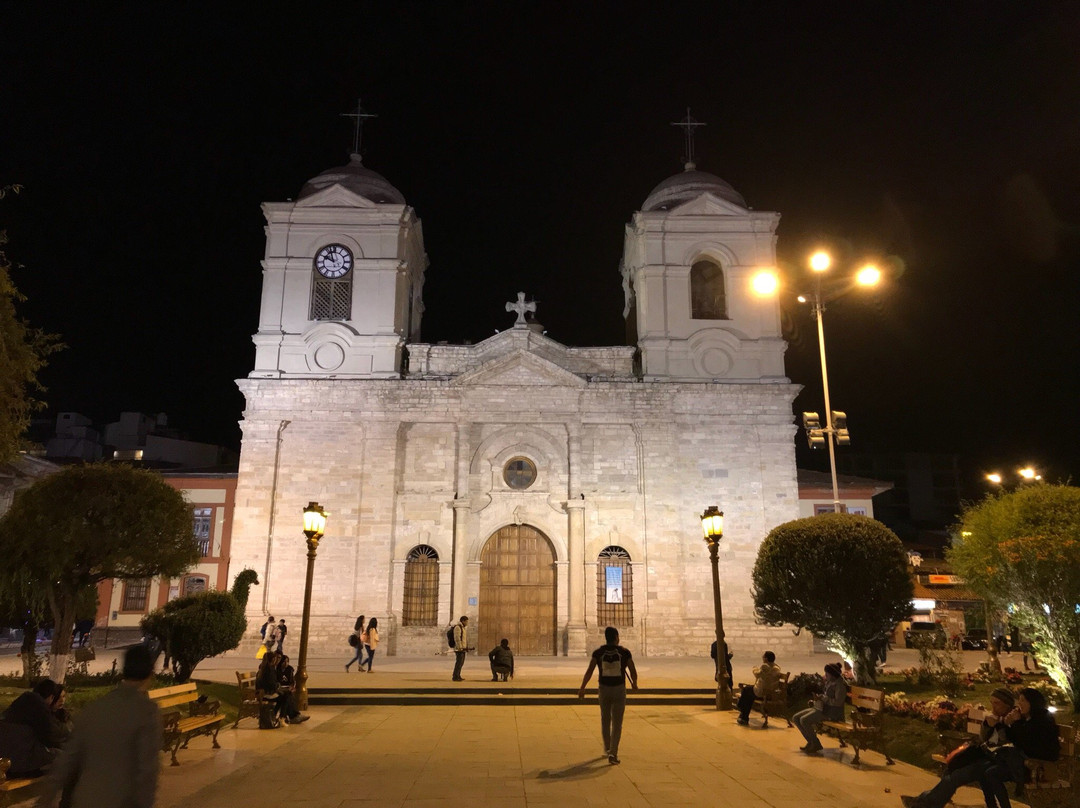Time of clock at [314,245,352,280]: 9:56
